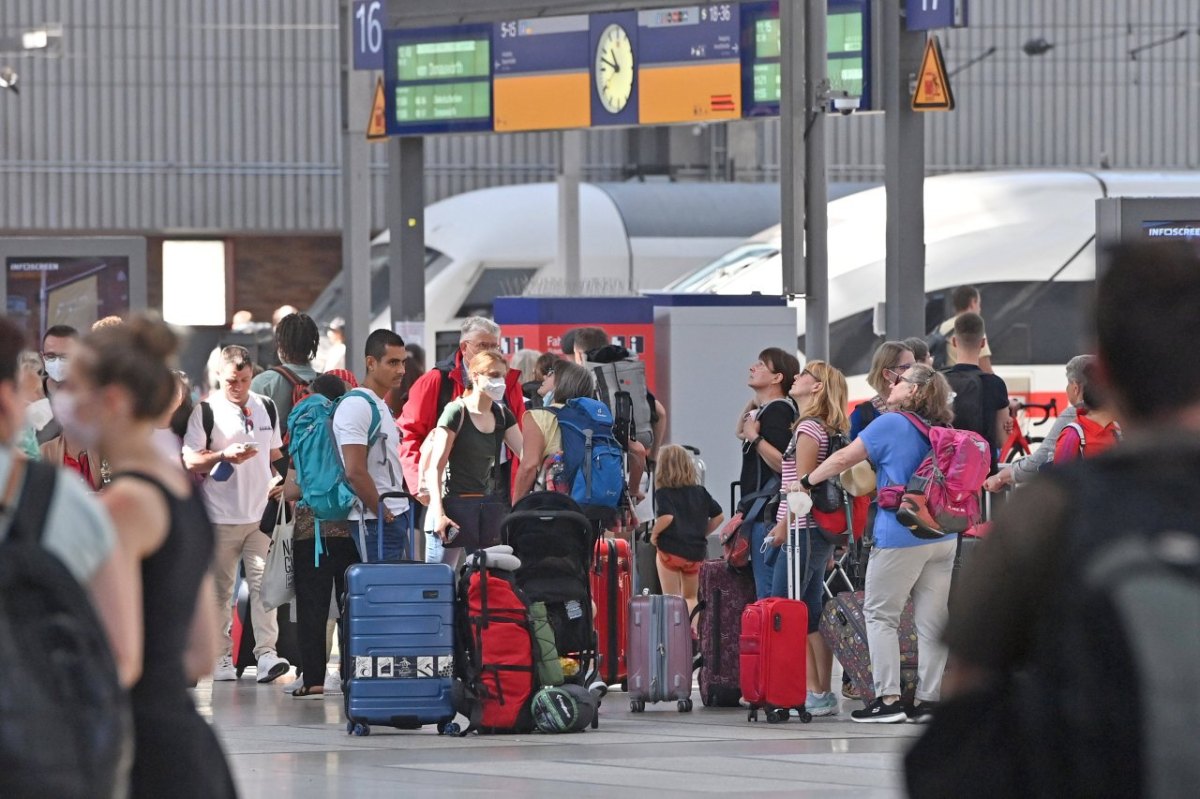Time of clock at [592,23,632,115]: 10:47
